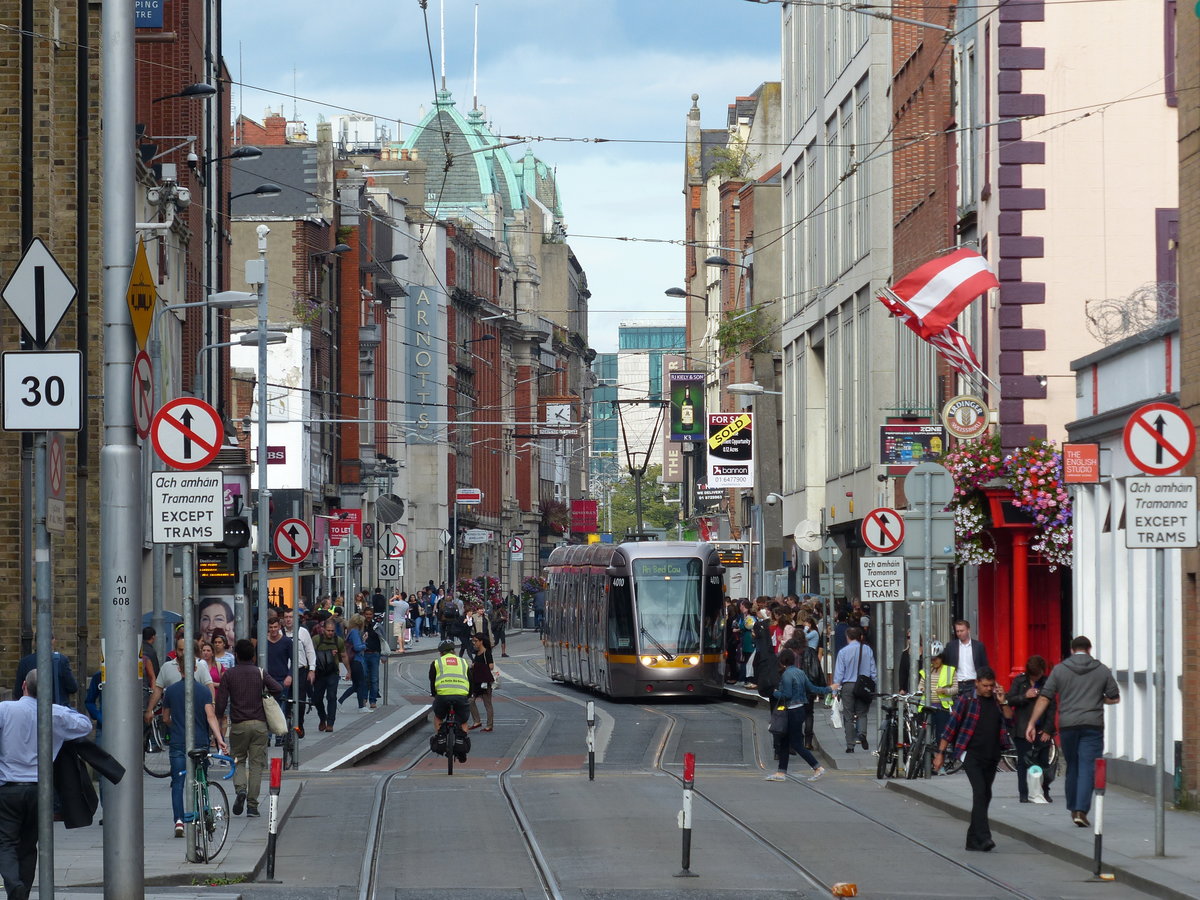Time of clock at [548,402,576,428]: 1:20
